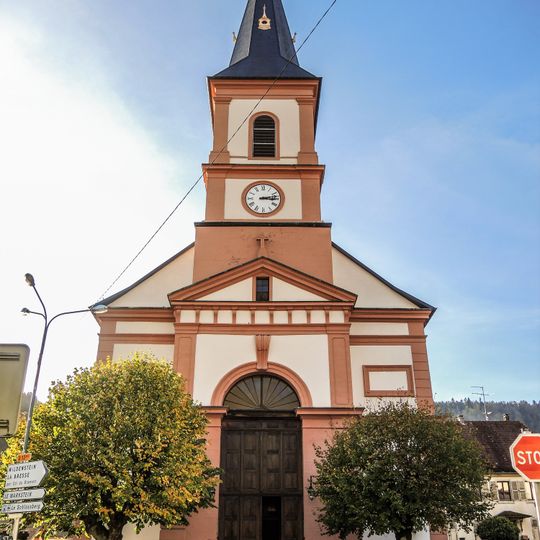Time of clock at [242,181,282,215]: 3:12
